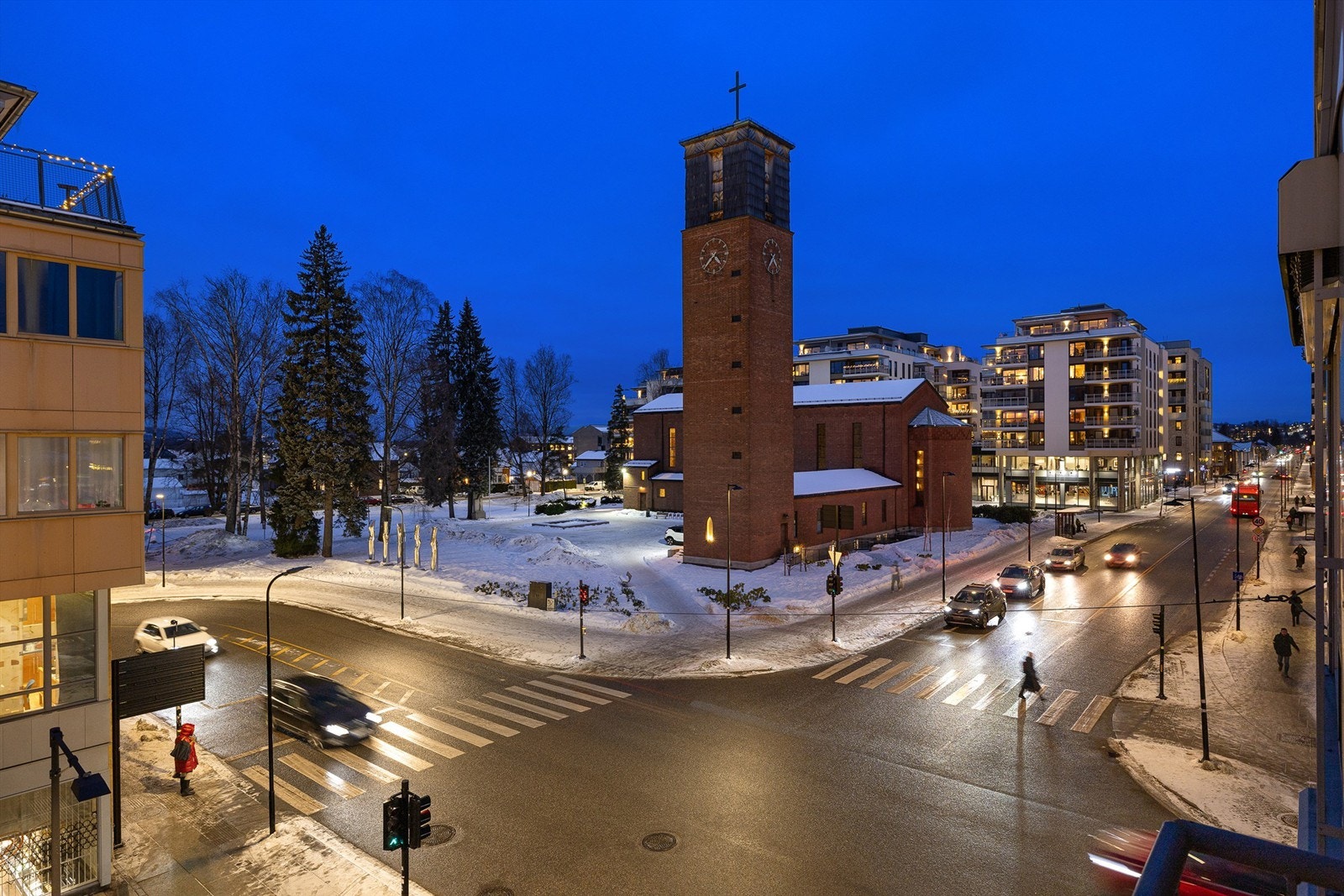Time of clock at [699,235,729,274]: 4:37
